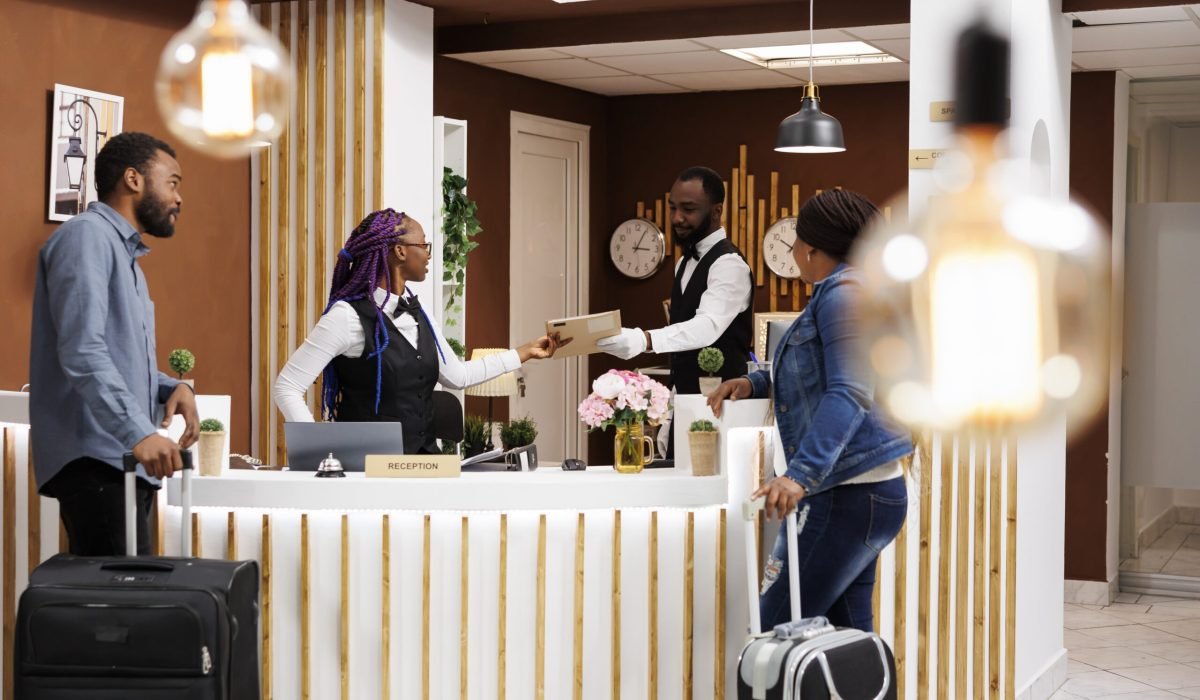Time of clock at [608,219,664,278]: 3:04
